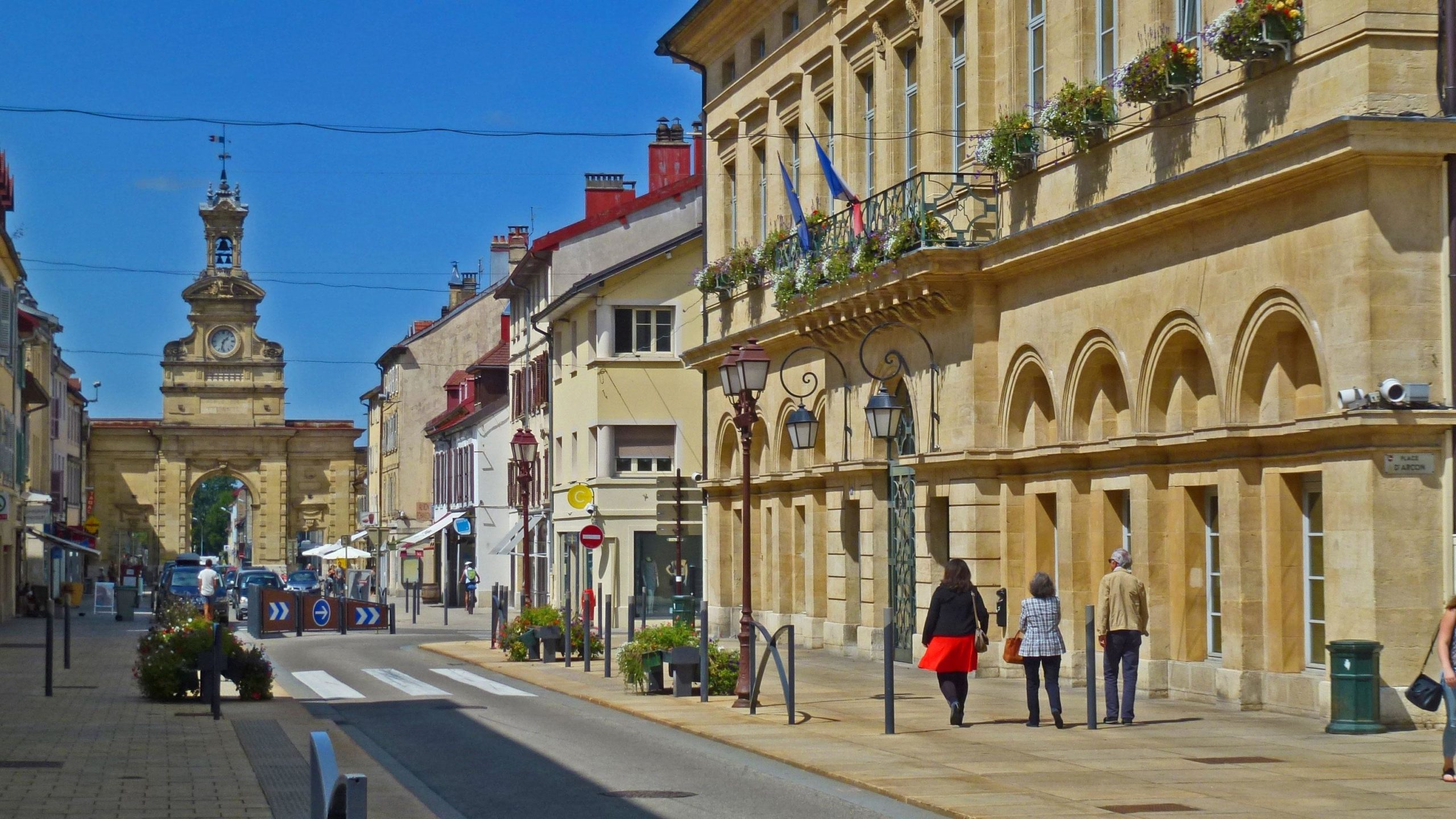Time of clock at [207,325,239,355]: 1:32
